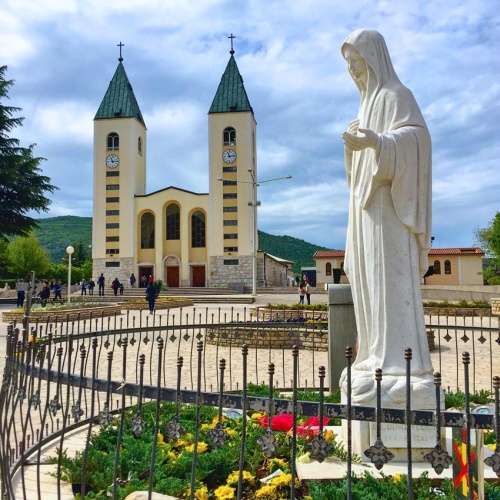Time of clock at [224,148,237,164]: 11:13
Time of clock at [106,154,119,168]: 11:14
